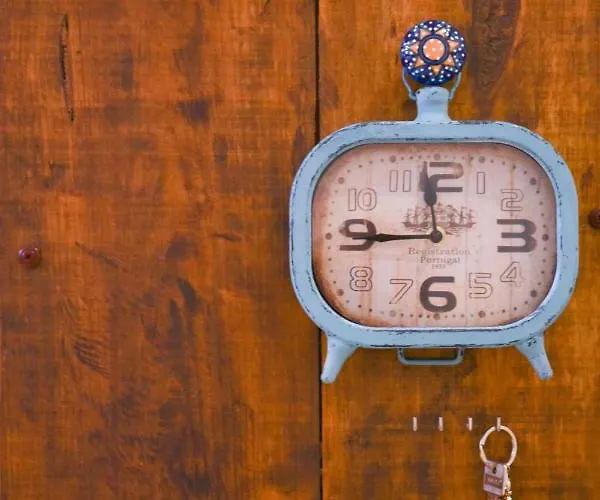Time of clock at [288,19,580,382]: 11:45
